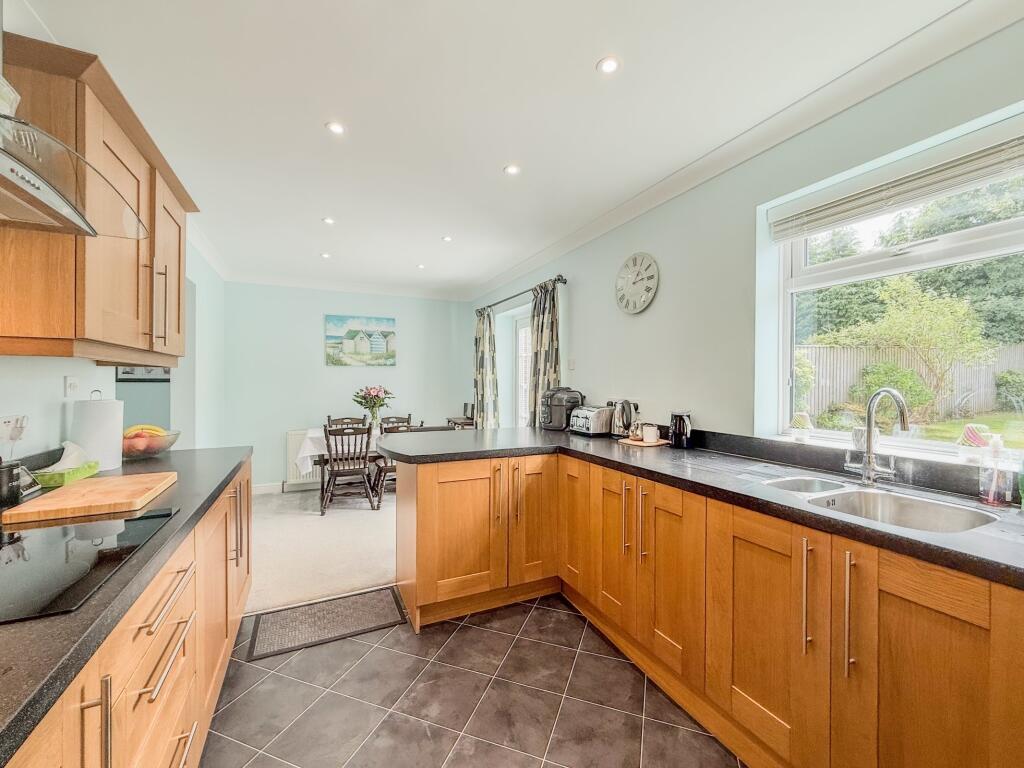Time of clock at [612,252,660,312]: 1:13
